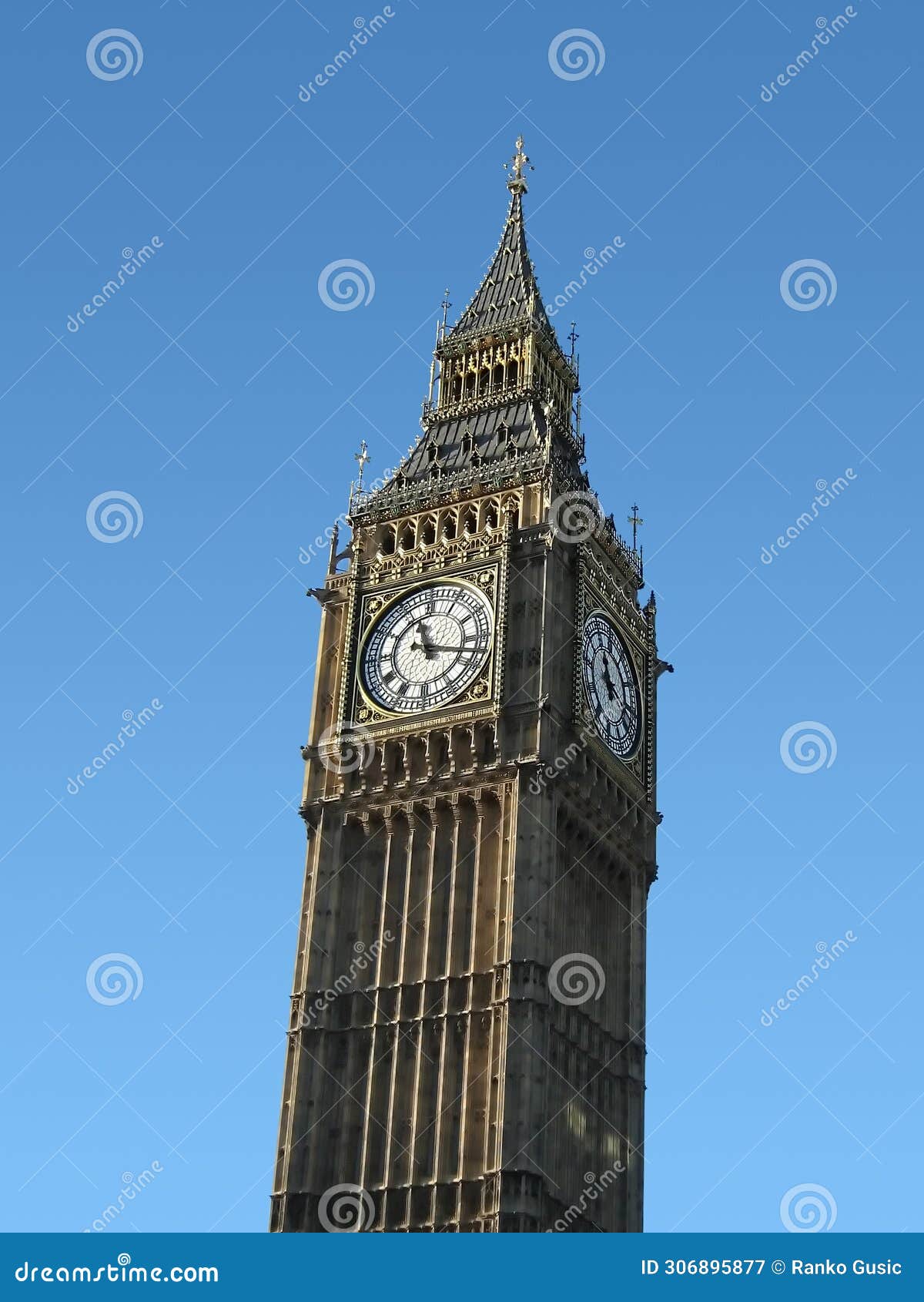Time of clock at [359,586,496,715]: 11:17
